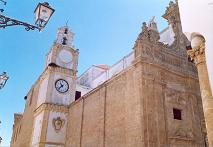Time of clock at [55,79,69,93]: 10:37
